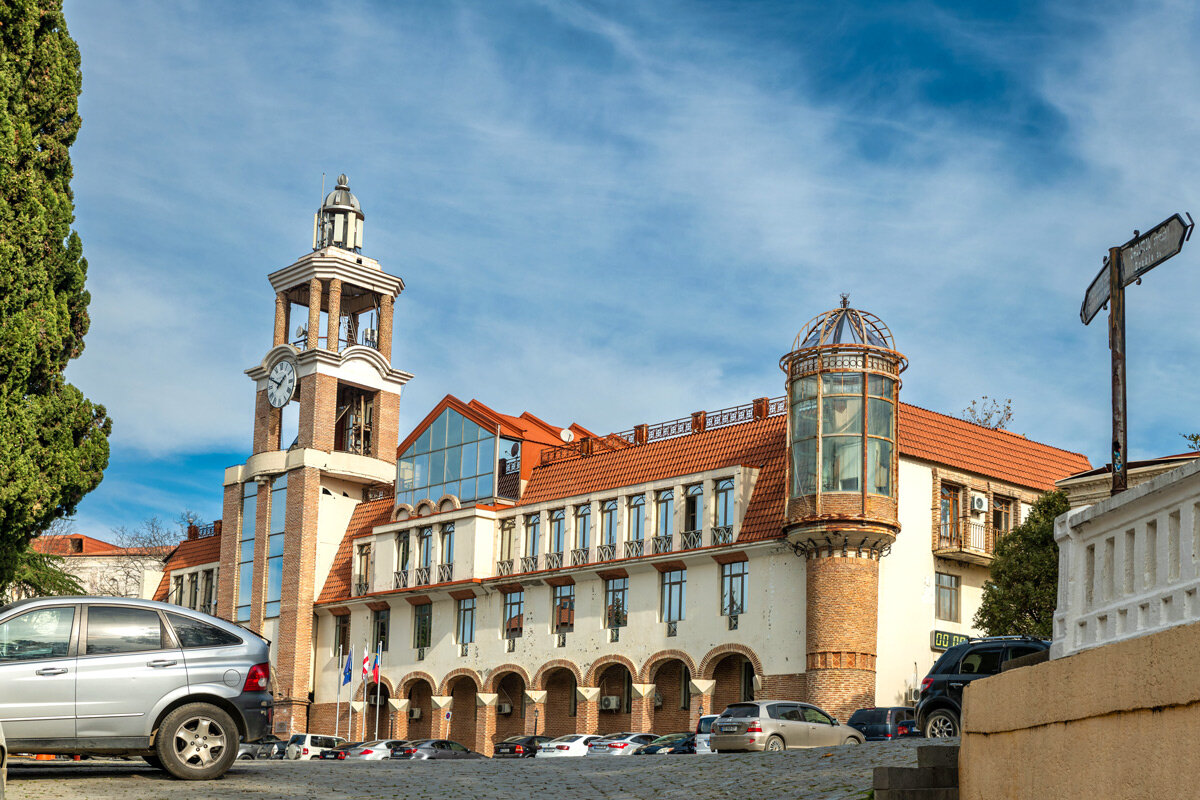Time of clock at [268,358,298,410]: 1:49
